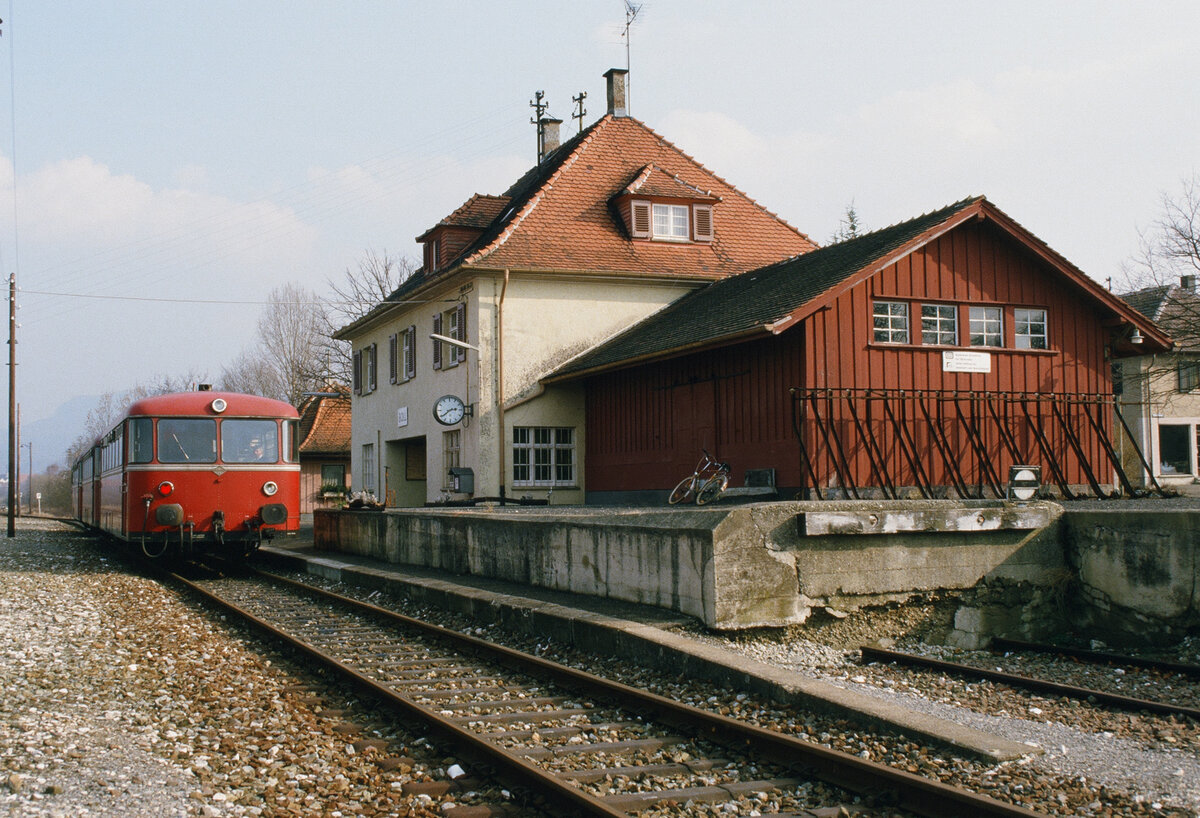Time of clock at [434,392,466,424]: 2:39
